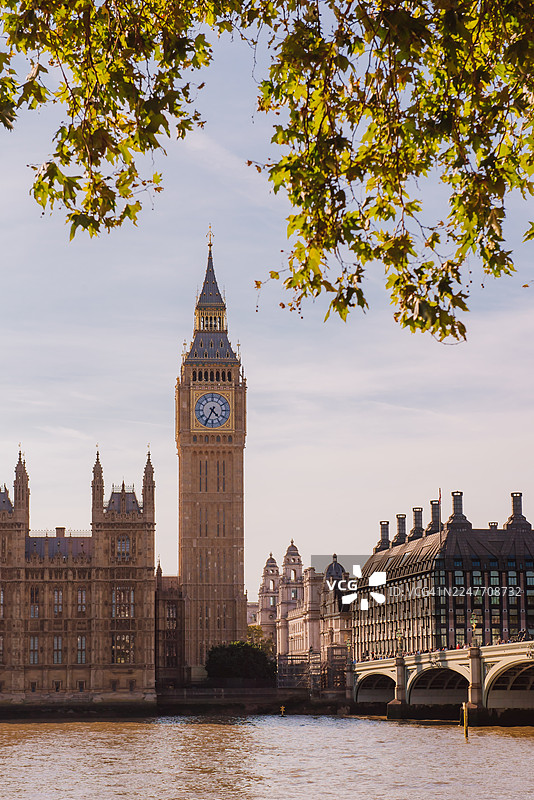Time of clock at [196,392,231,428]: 4:34
